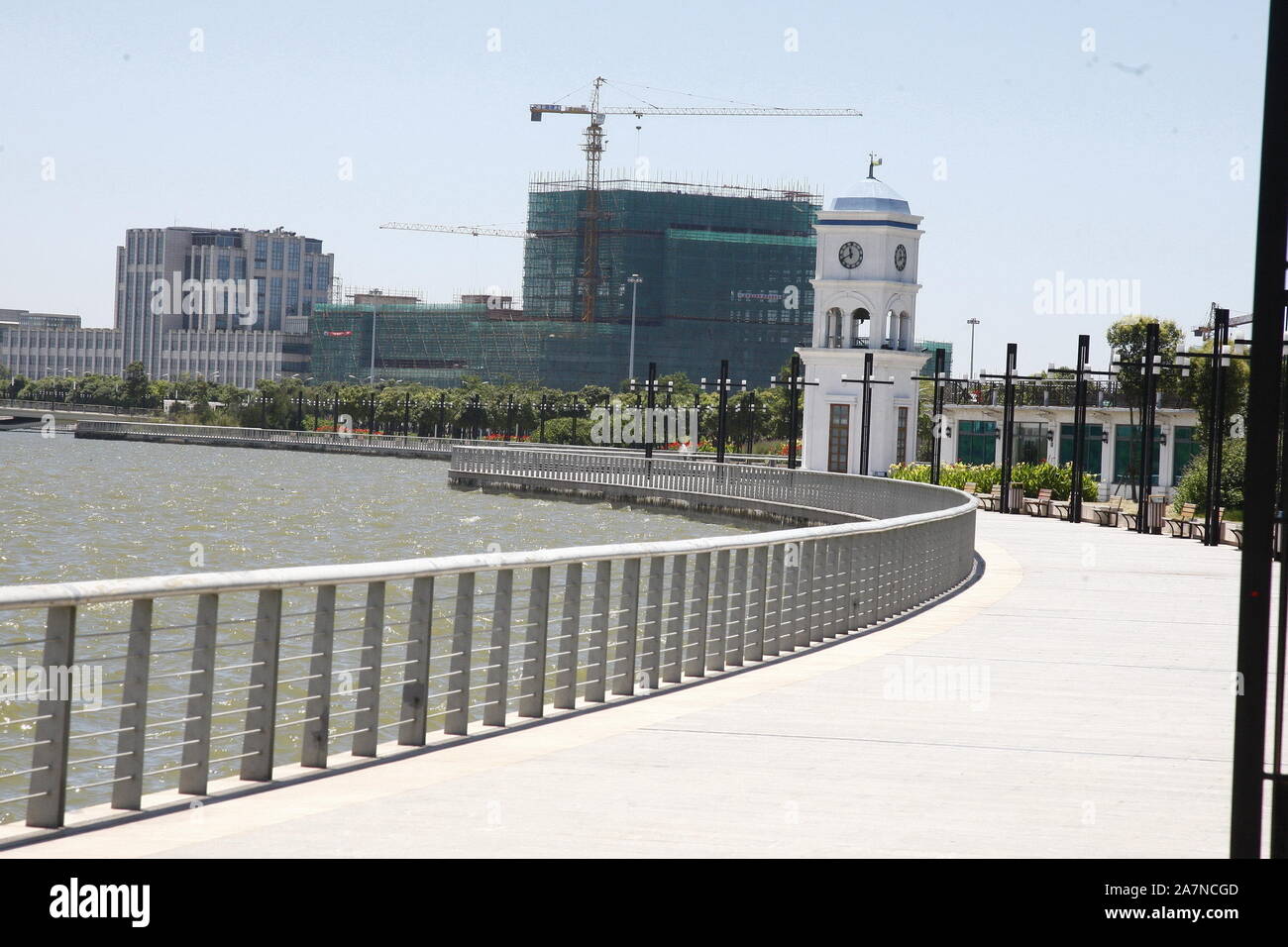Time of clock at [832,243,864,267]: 11:40
